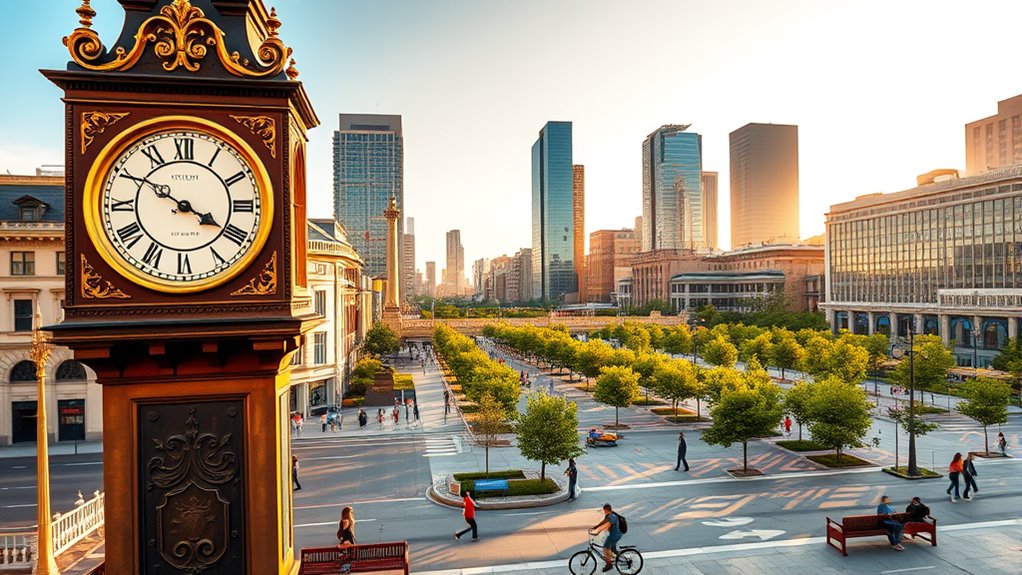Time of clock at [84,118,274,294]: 3:50
